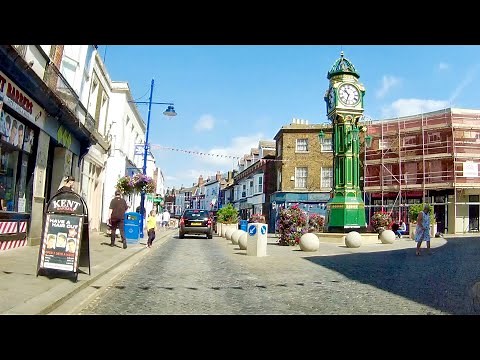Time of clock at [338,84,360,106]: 10:33
